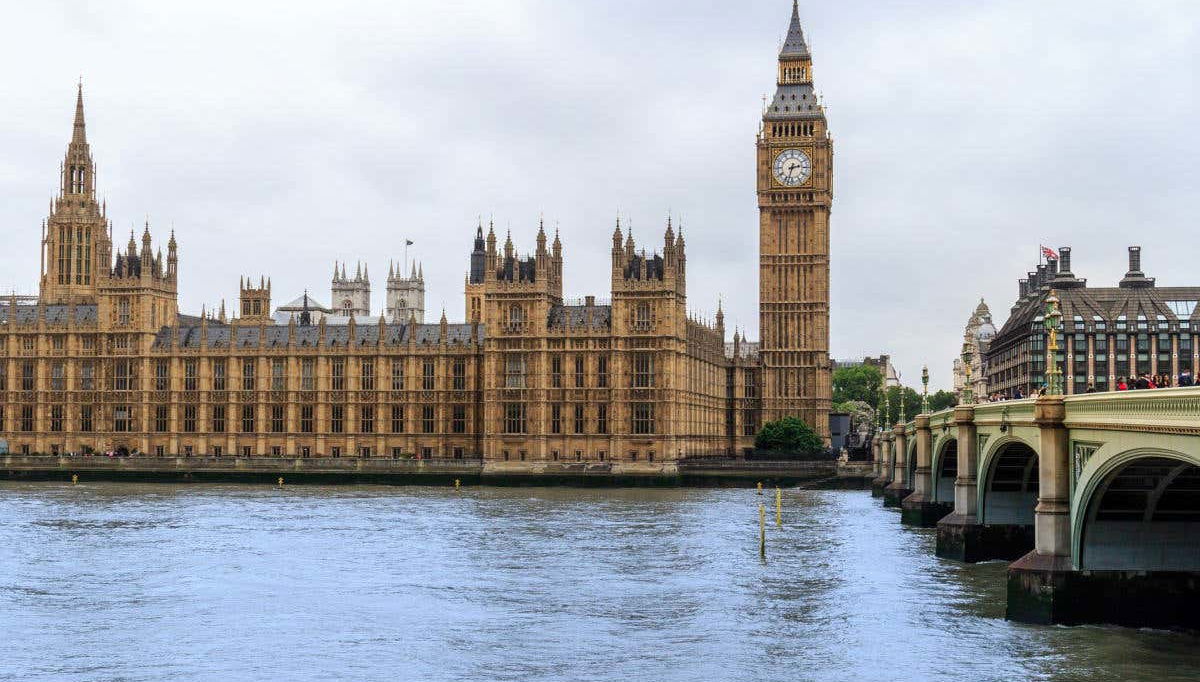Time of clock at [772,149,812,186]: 2:33
